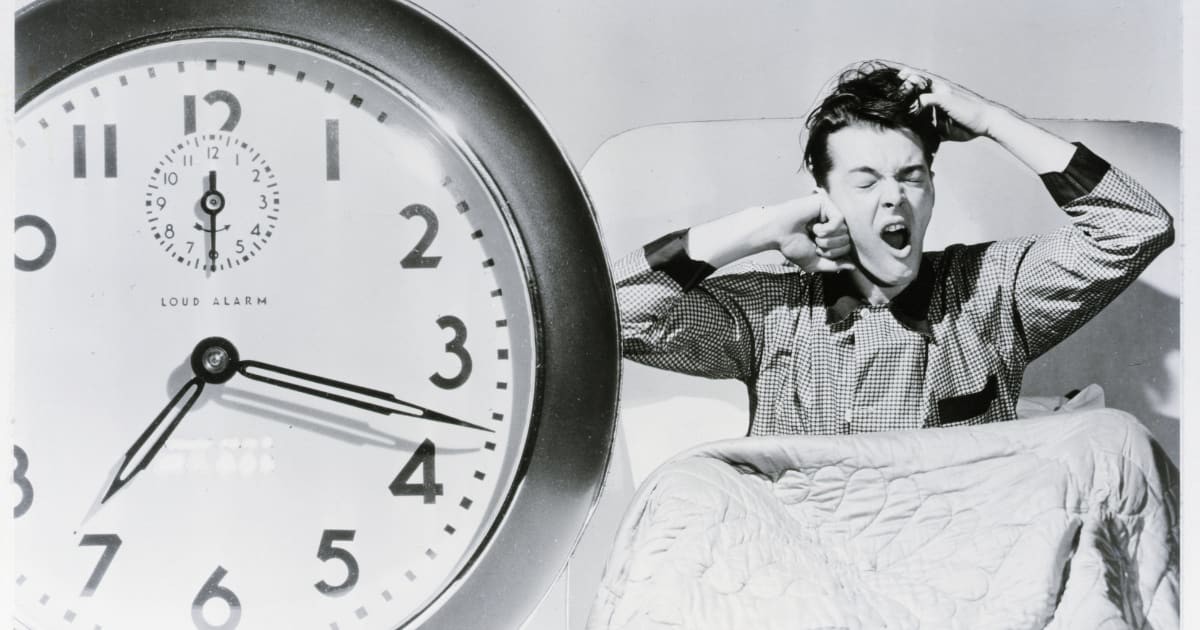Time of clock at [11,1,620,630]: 7:17
